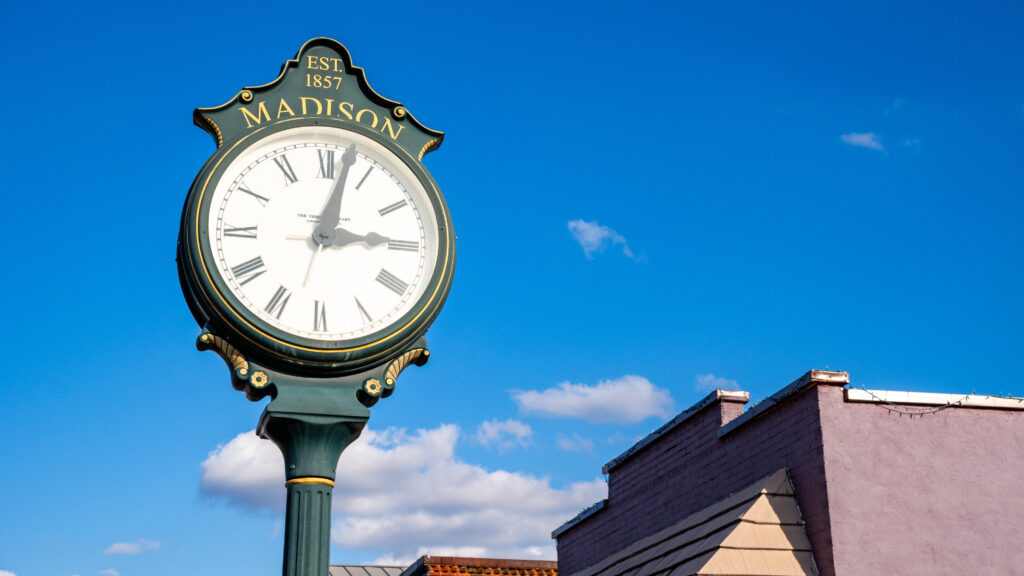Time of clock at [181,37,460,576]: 3:02
